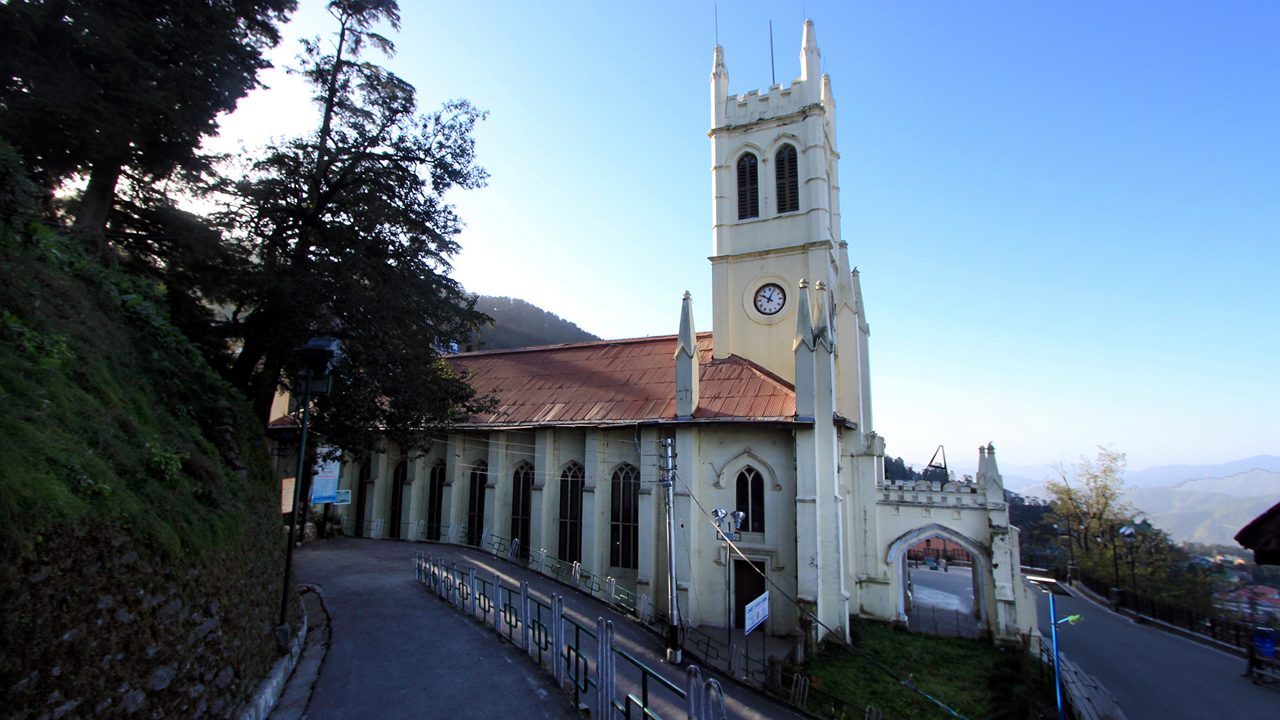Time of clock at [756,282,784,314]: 10:03
